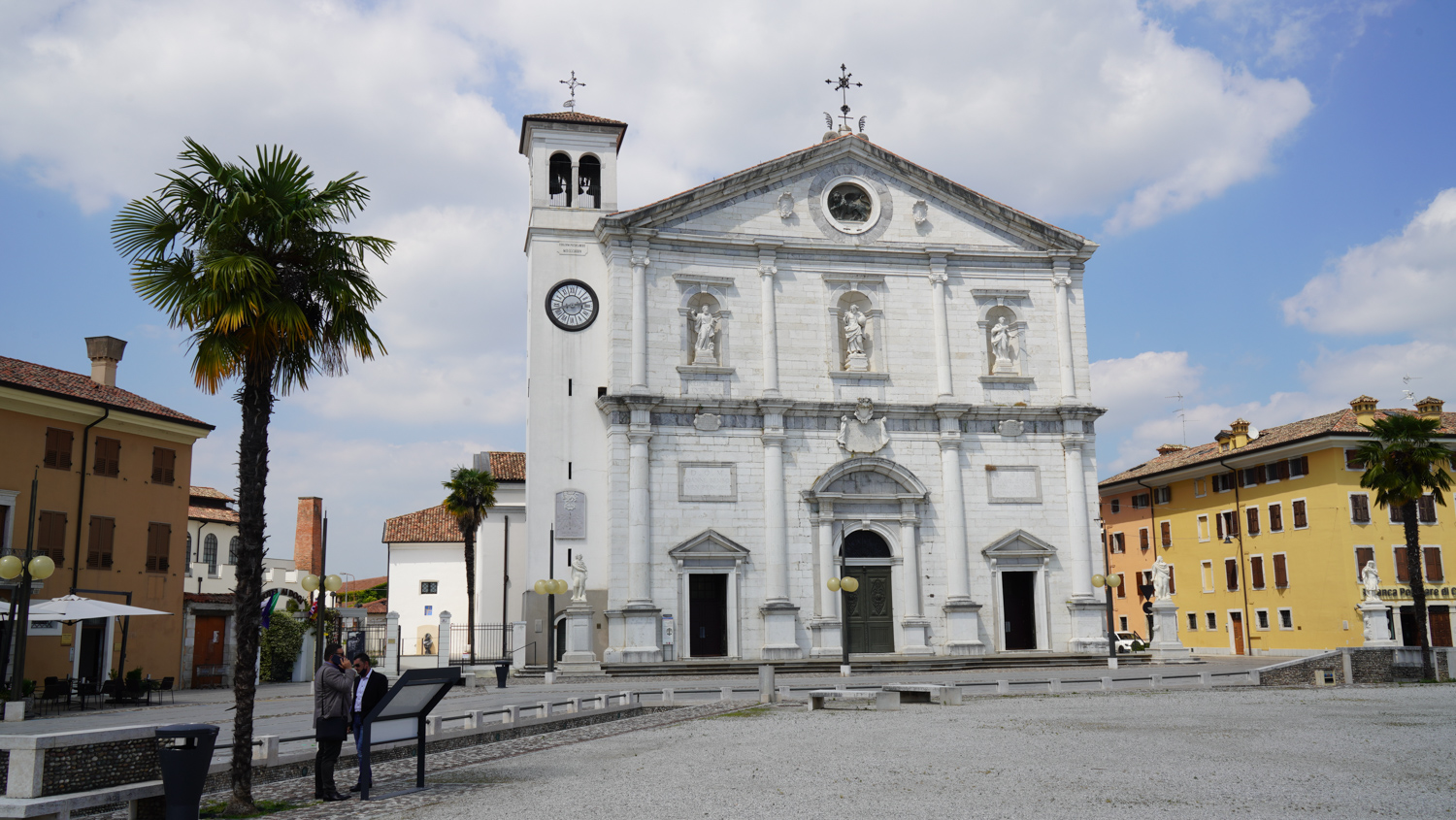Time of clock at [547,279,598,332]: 2:42
